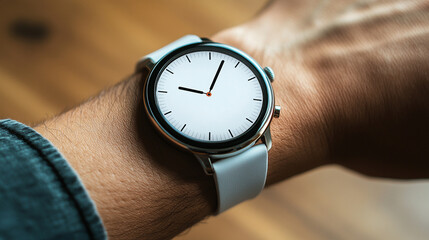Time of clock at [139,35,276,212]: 9:02
